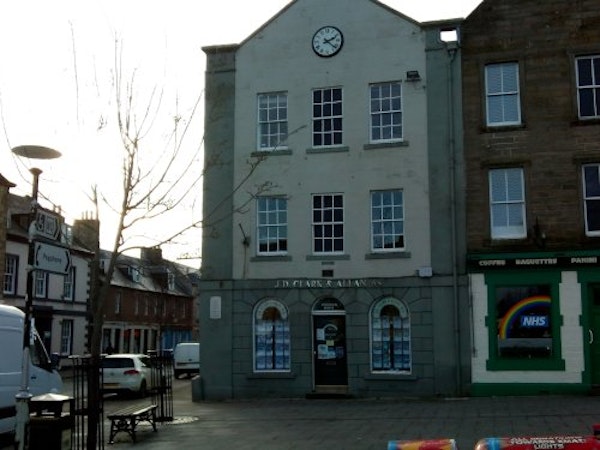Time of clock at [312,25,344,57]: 2:21
